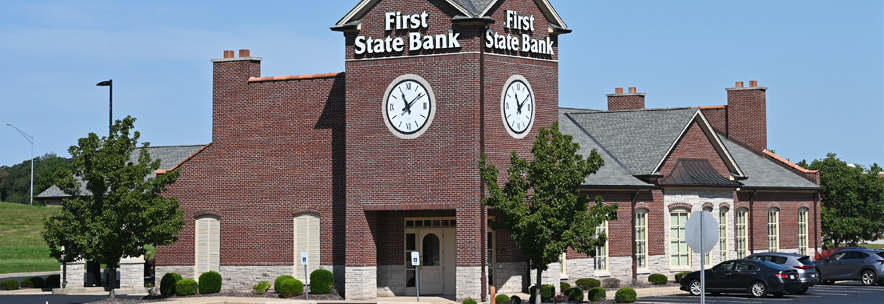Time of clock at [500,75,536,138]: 11:09
